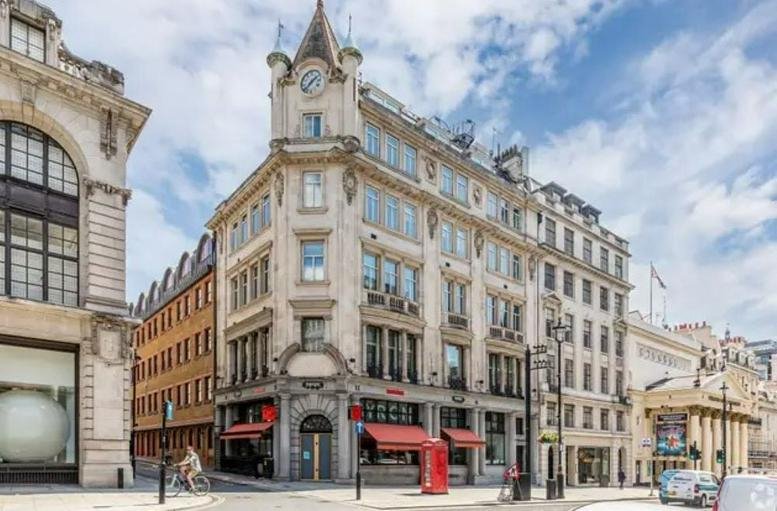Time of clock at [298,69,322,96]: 1:37
